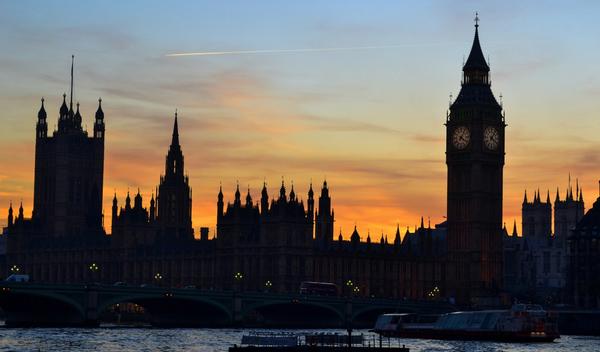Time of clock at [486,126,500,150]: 4:06
